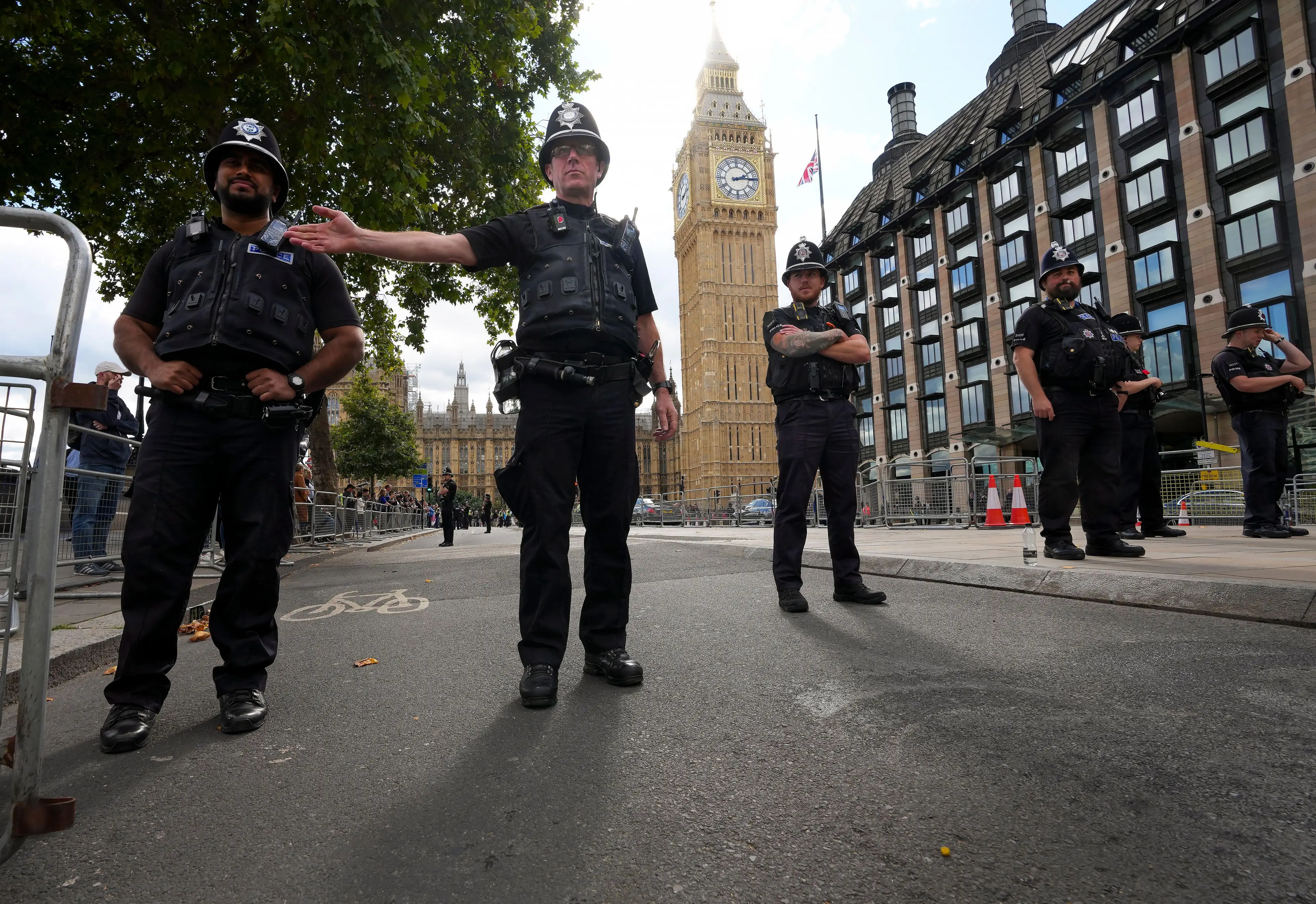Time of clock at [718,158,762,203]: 2:14
